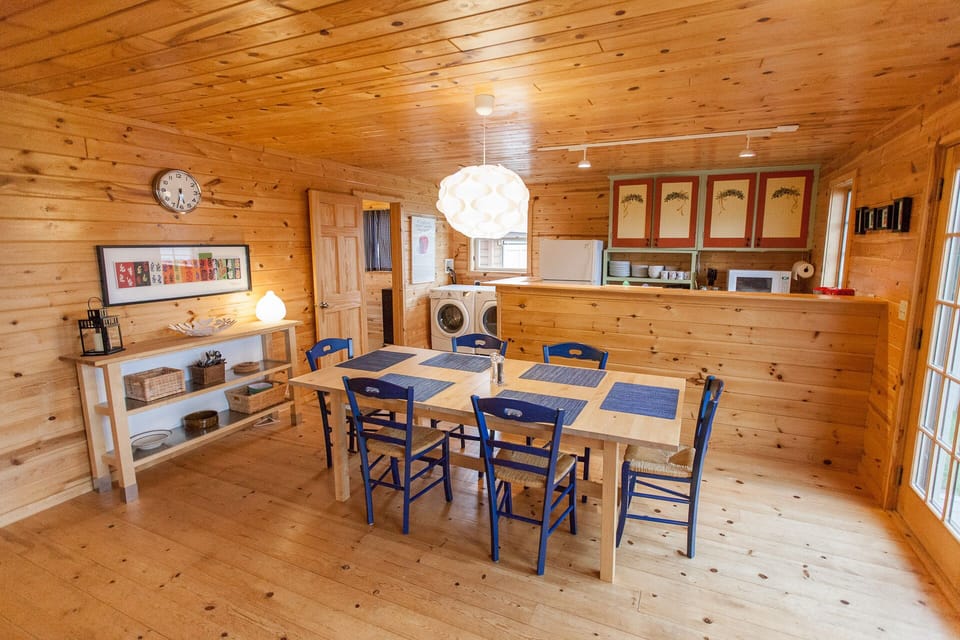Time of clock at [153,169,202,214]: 5:32
